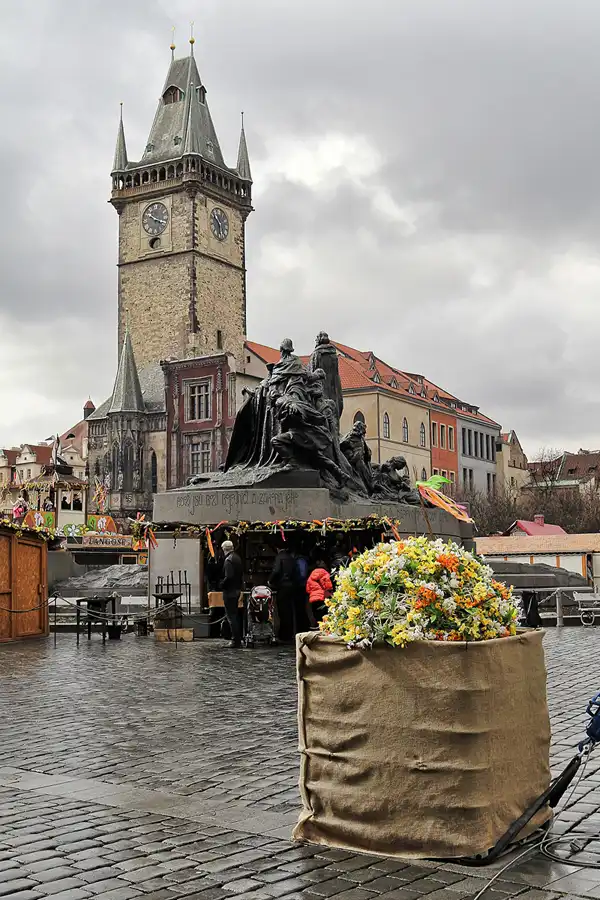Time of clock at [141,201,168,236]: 10:17
